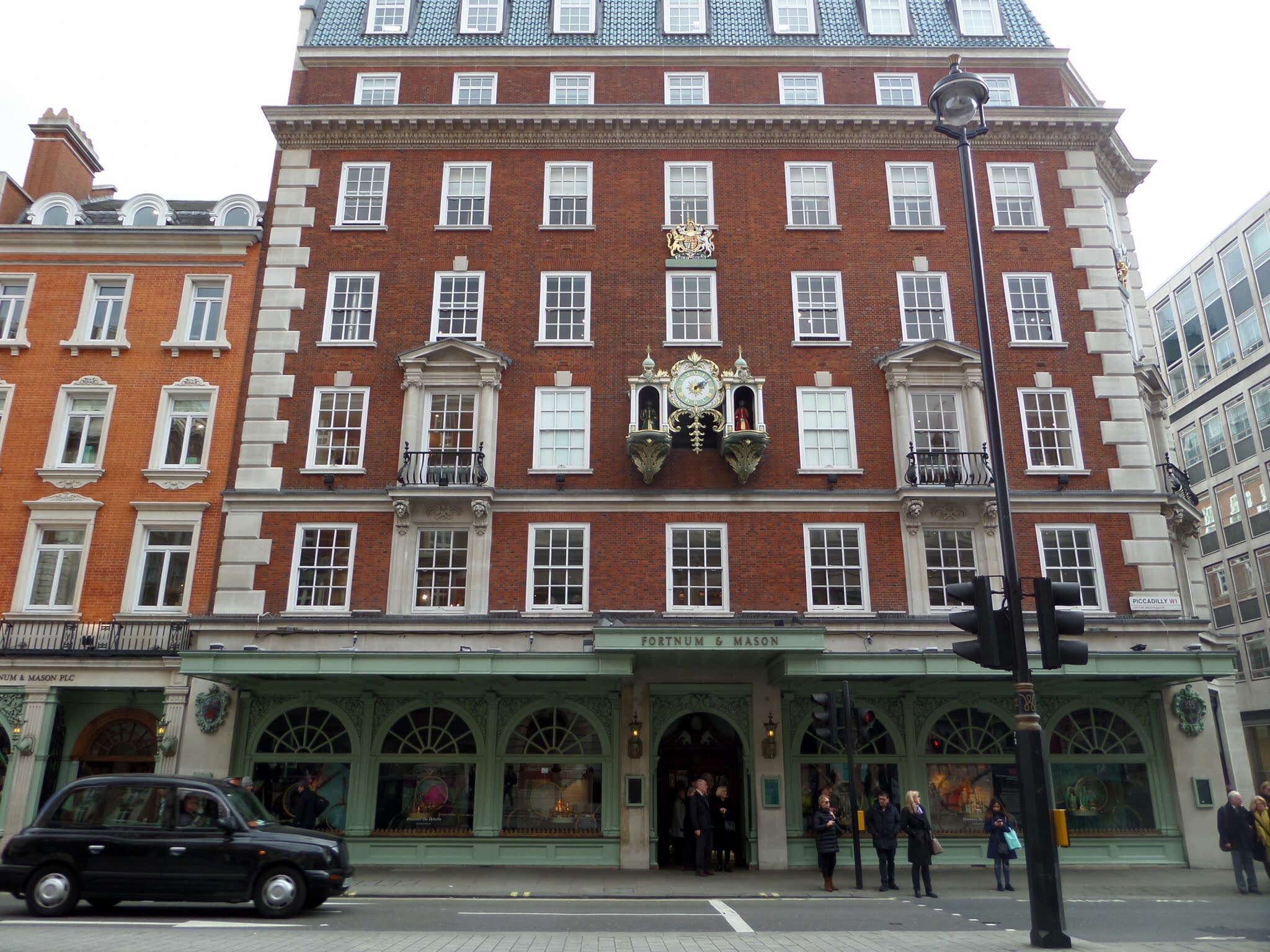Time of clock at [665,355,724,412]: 2:09
